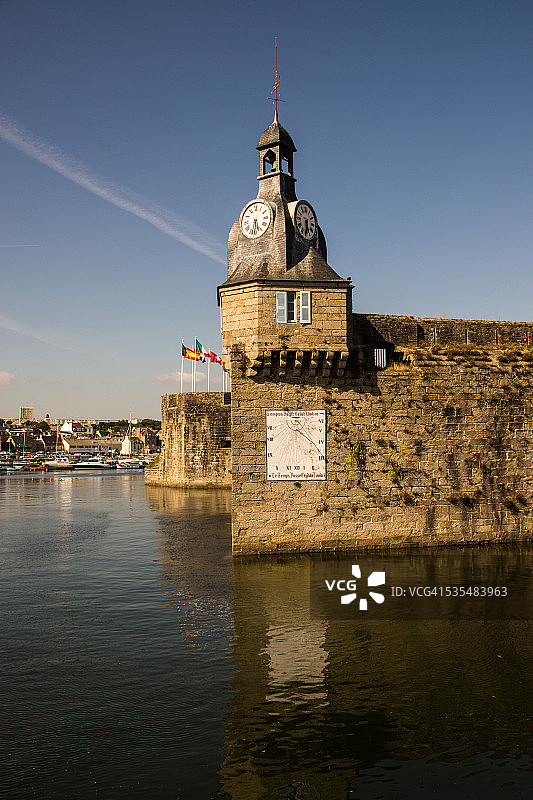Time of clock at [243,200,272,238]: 5:31
